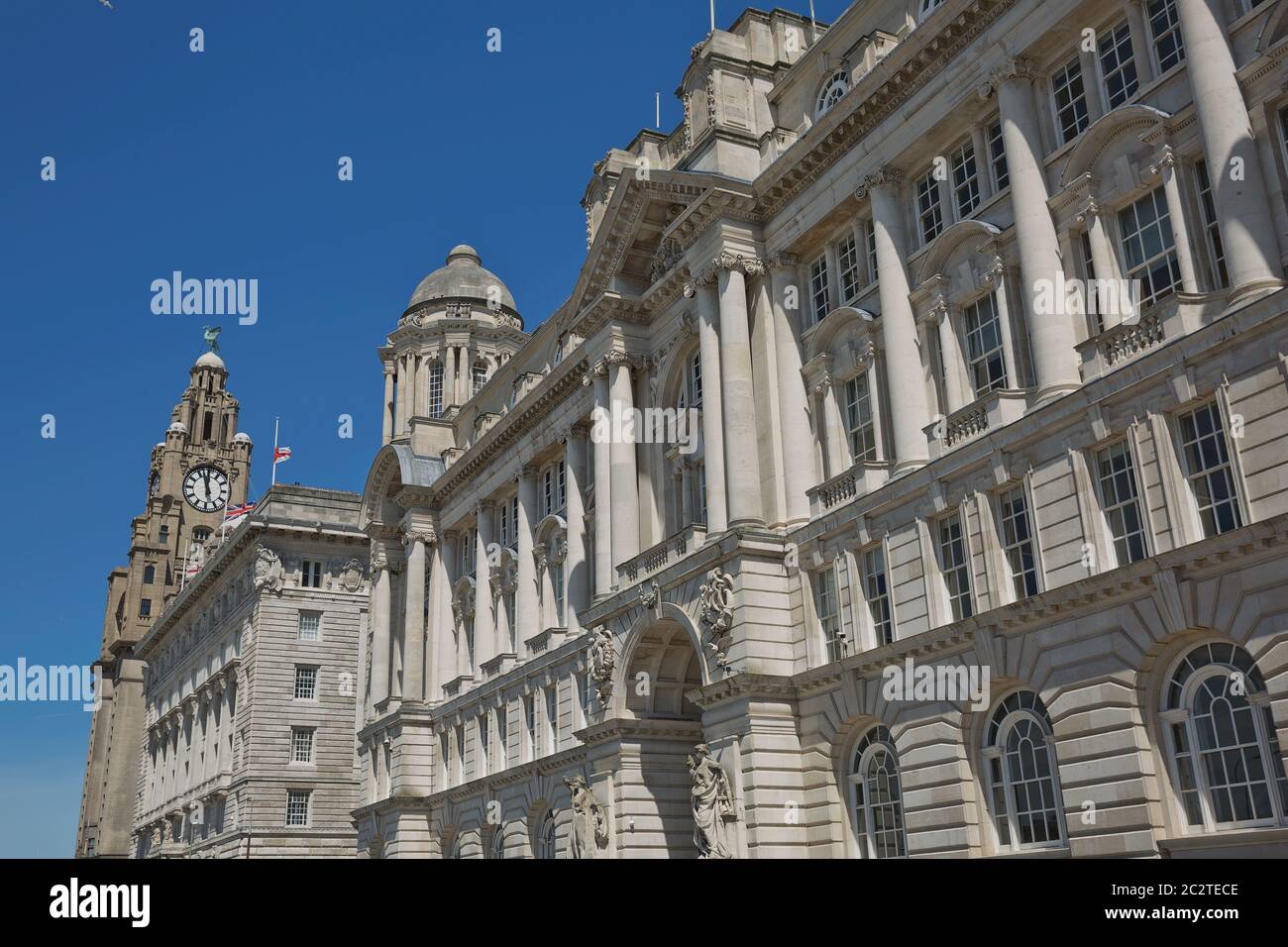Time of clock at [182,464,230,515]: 11:57
